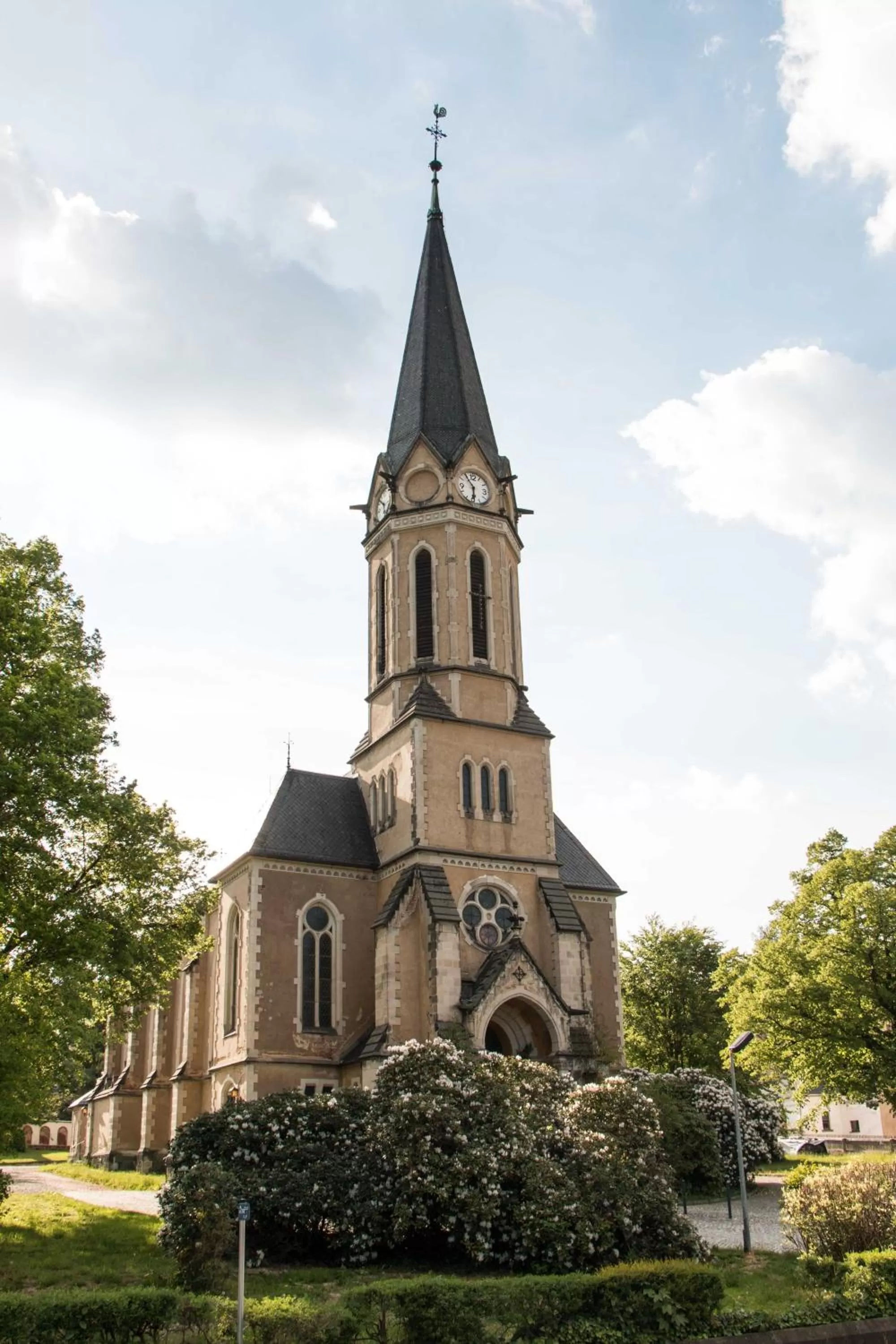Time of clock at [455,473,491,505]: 5:54
